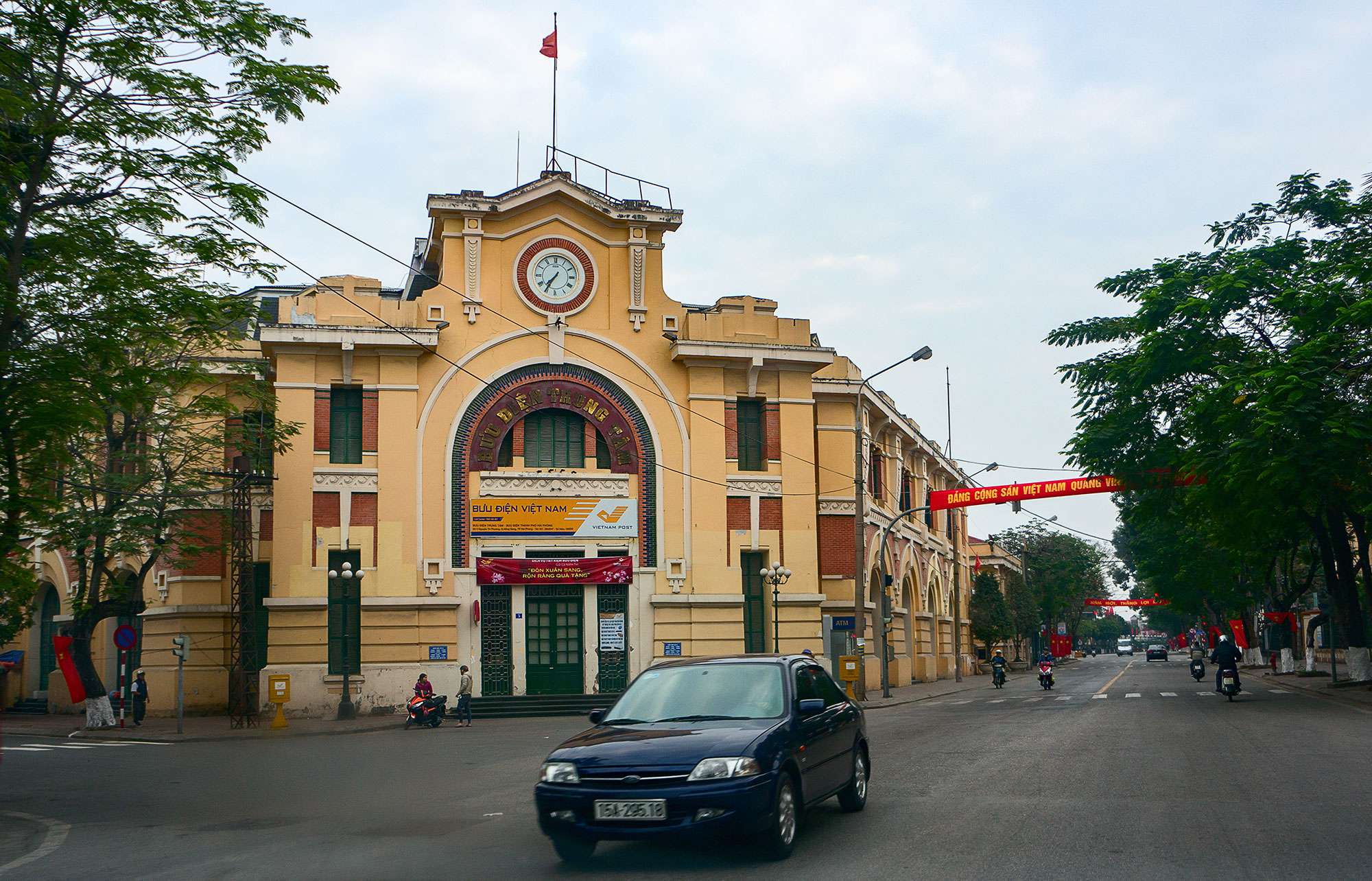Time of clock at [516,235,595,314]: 7:35
